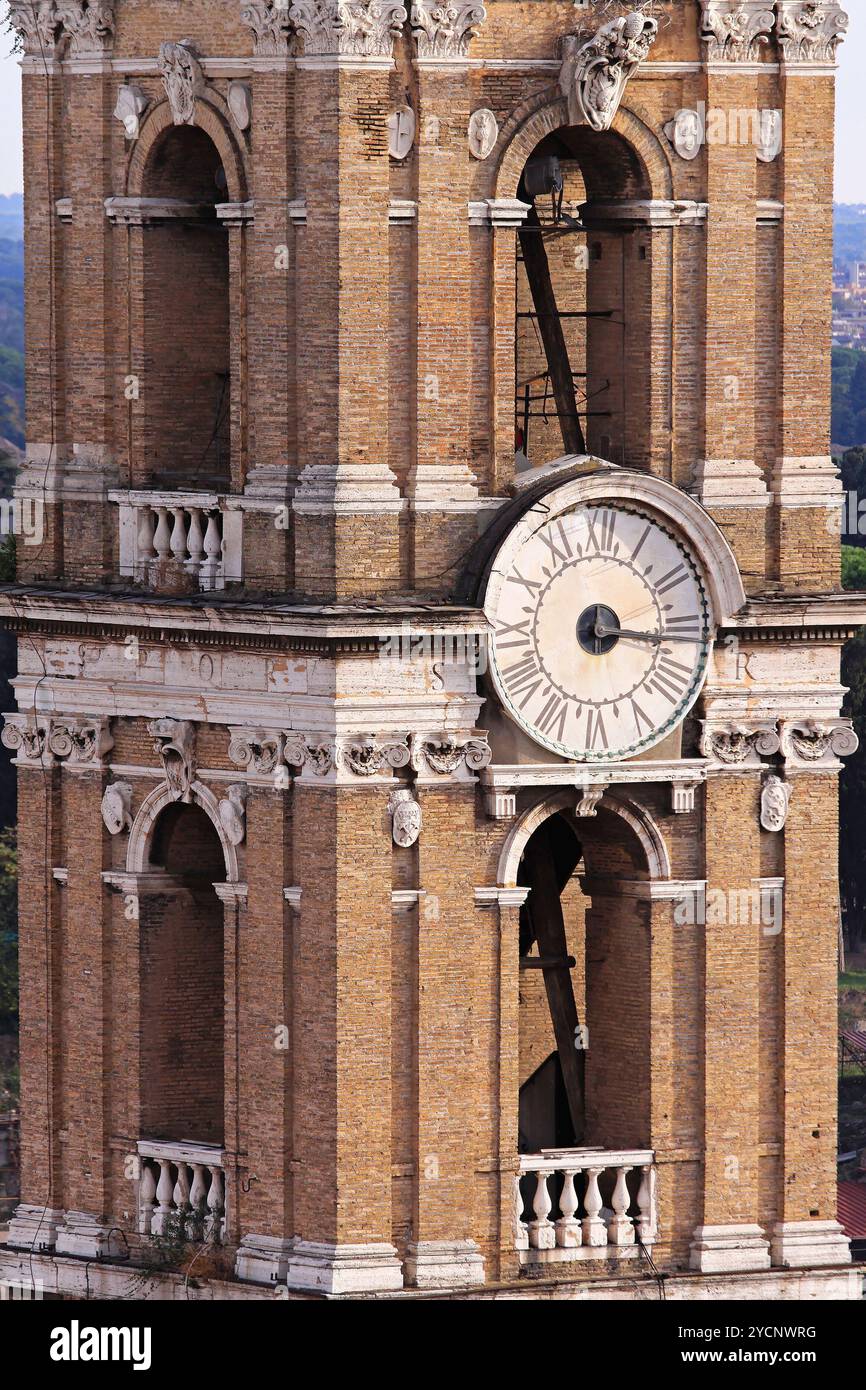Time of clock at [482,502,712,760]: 3:15
